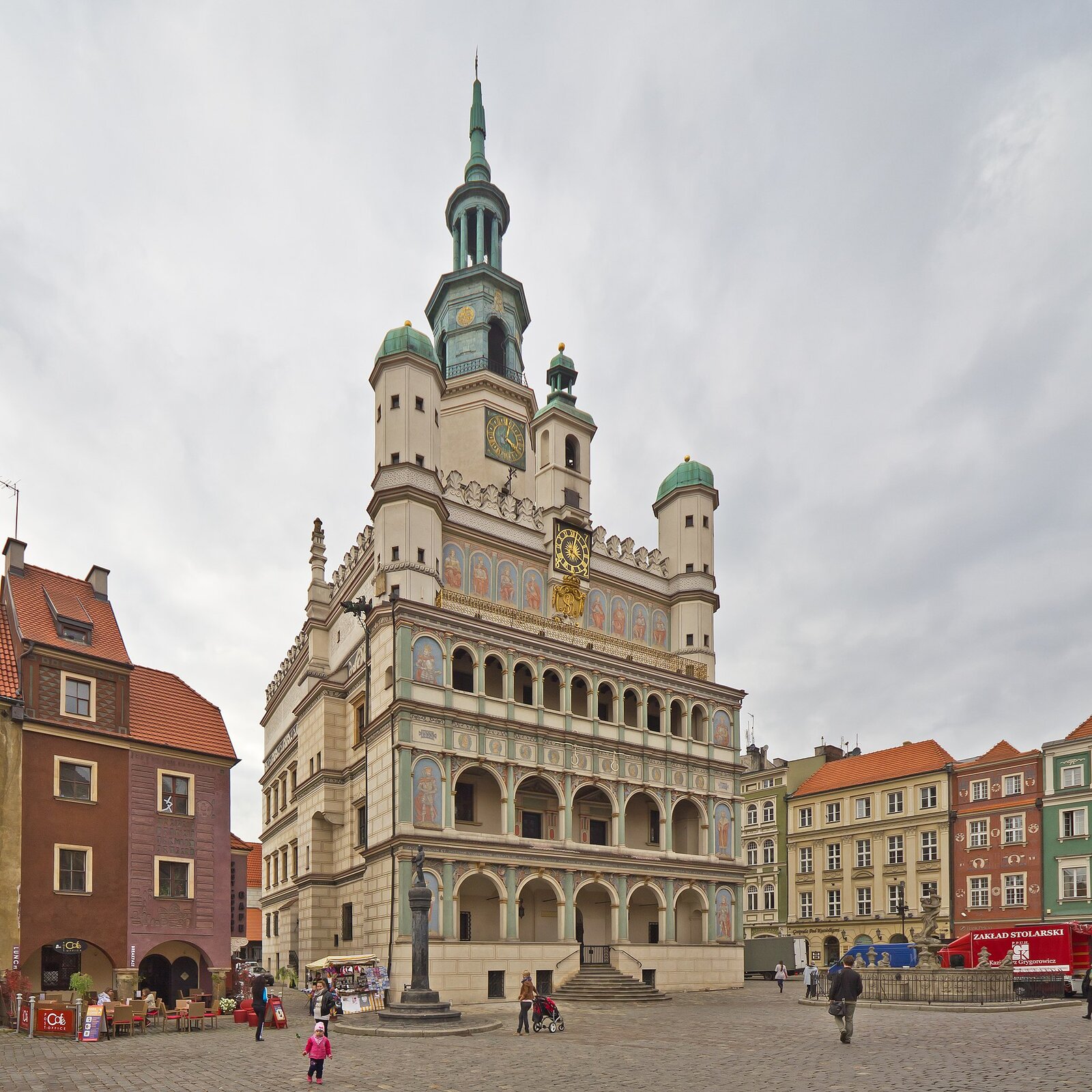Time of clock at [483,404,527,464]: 4:03
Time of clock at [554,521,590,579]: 4:02
